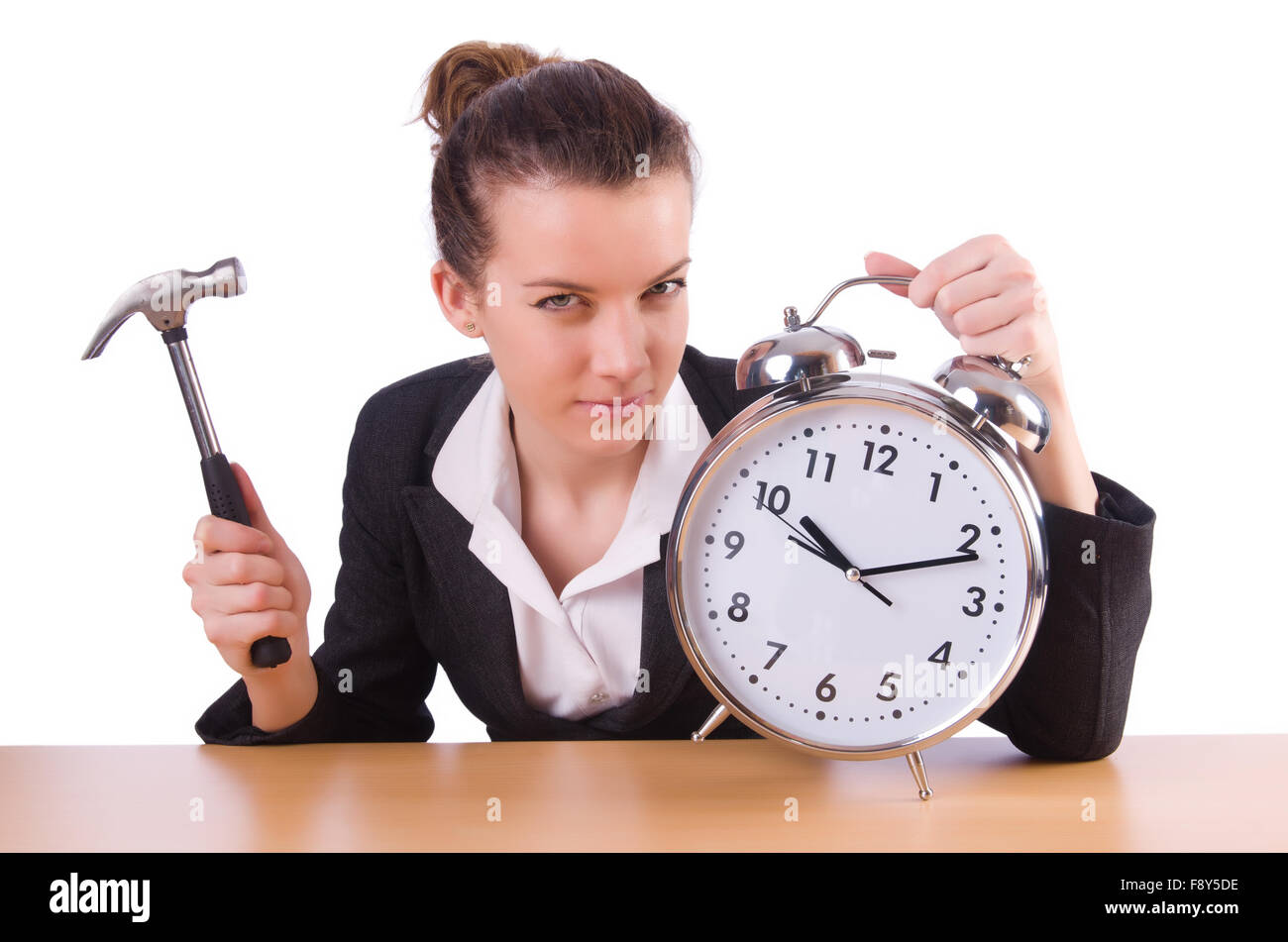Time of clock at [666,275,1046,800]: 10:11
